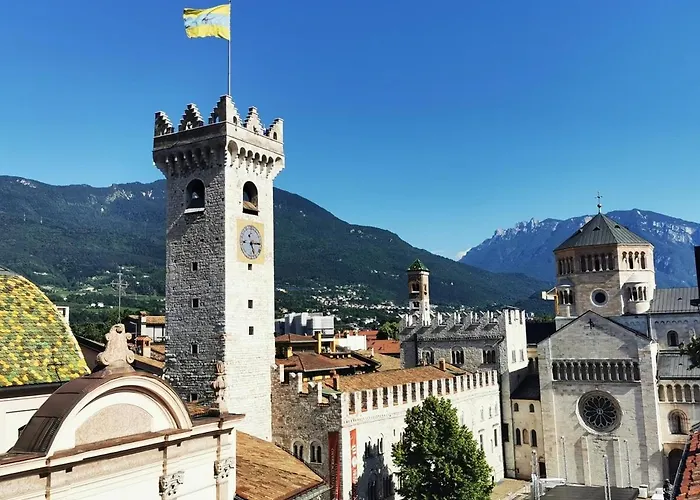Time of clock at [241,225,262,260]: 5:15
